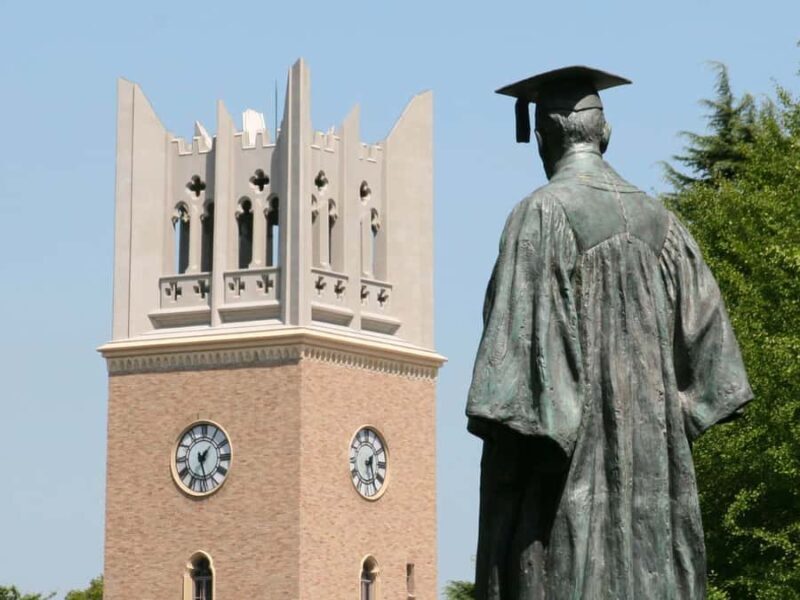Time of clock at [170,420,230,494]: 1:28
